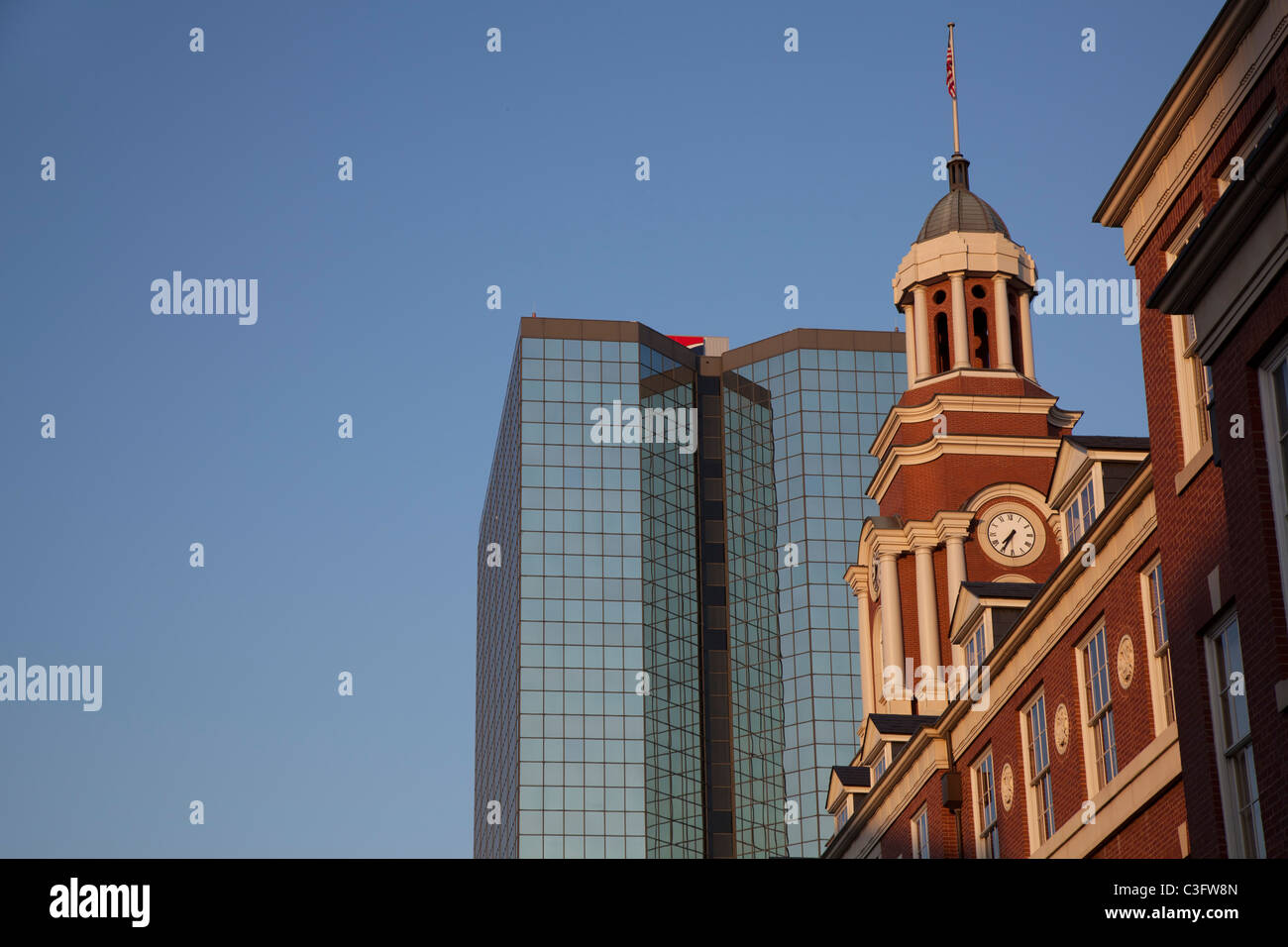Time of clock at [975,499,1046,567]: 7:34
